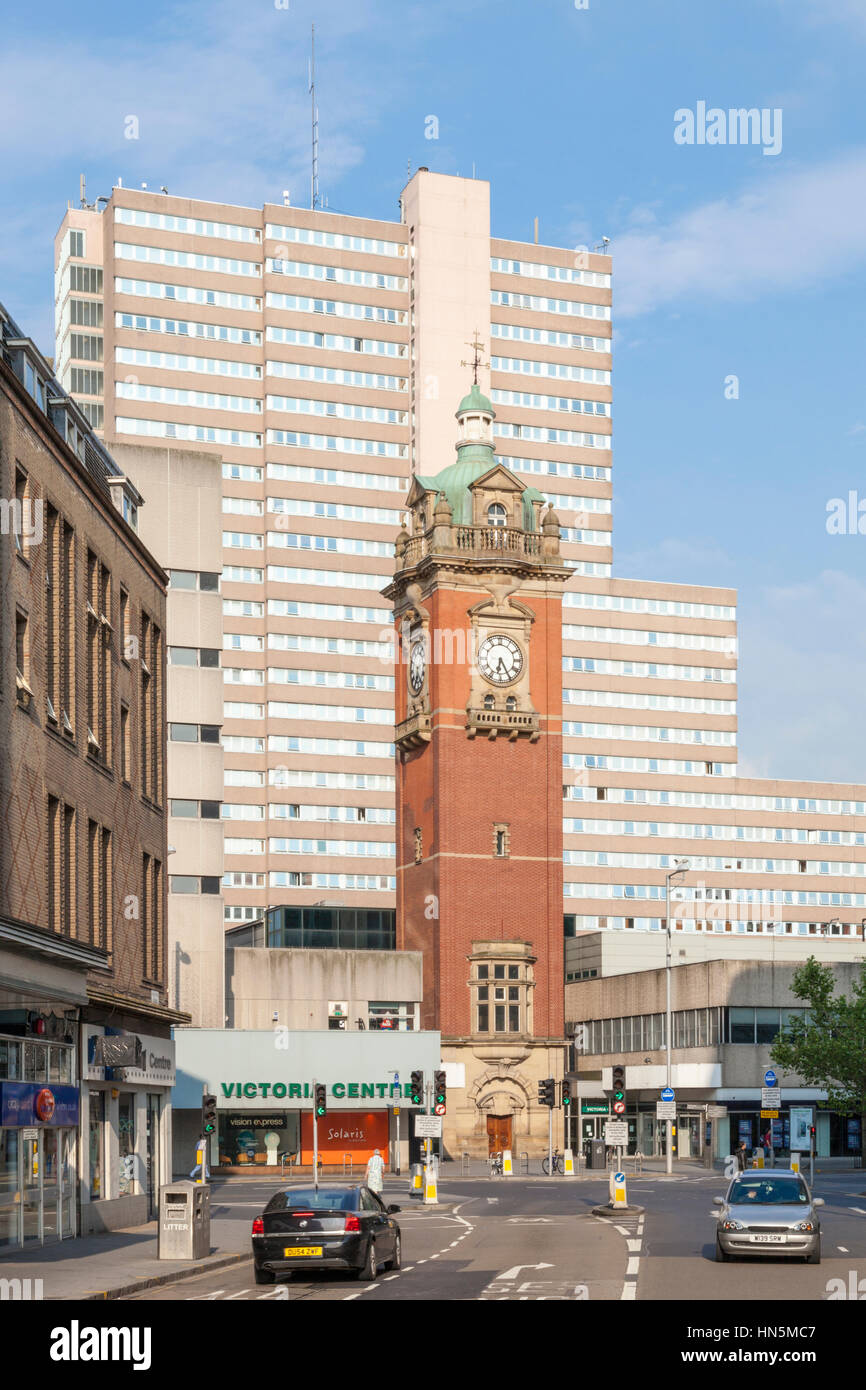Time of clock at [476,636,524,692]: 6:25
